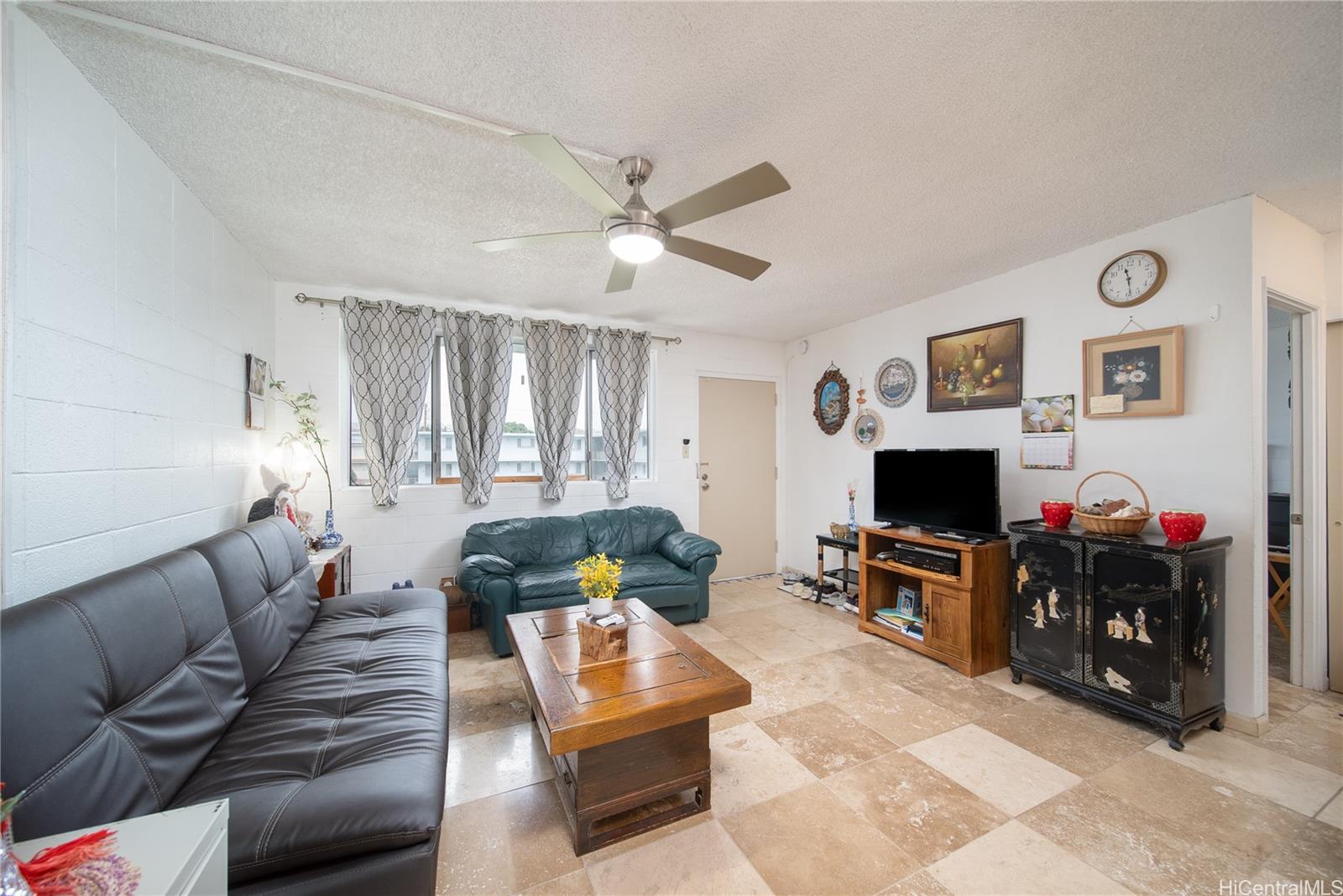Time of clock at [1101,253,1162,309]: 11:28
